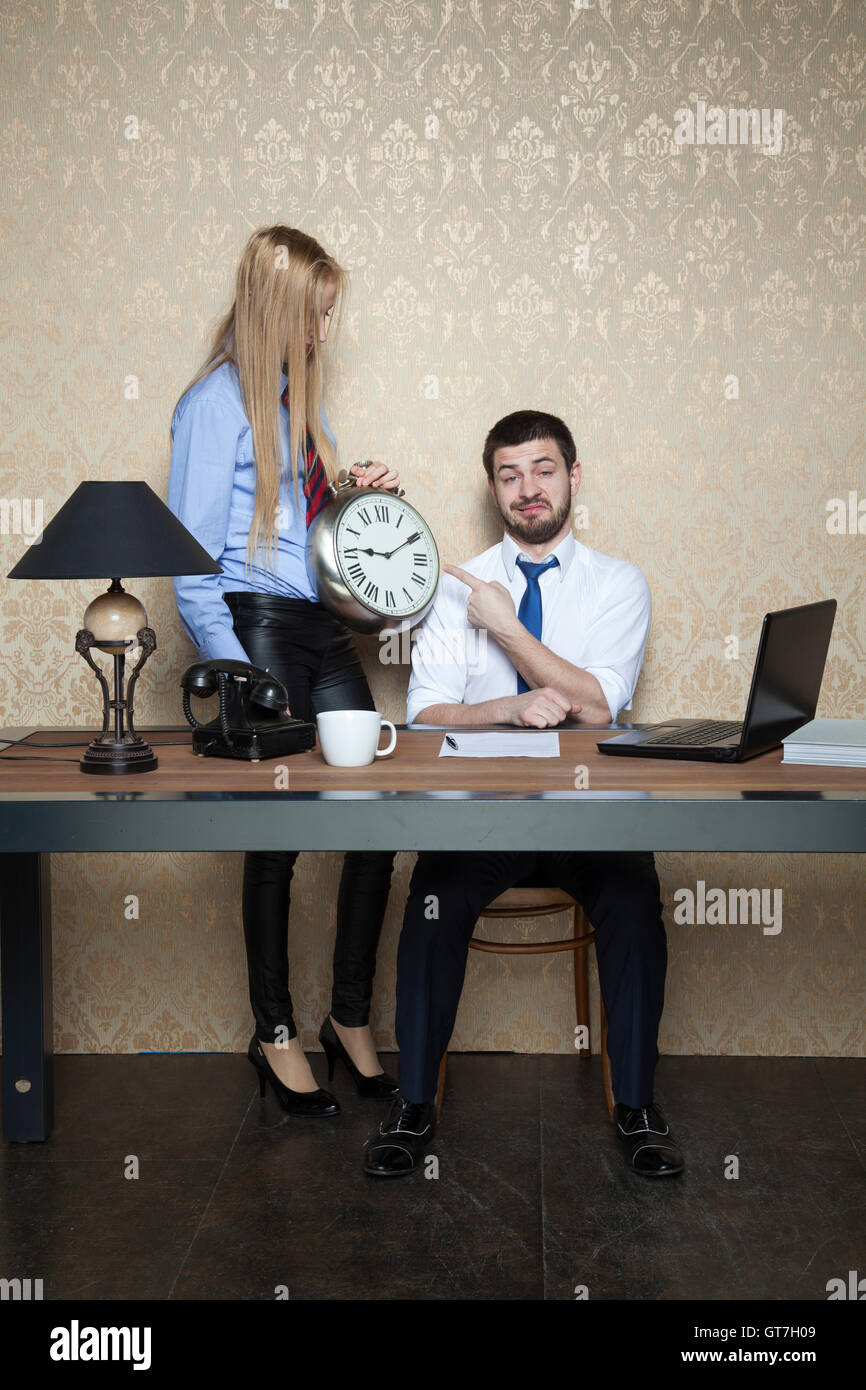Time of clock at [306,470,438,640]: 9:10
